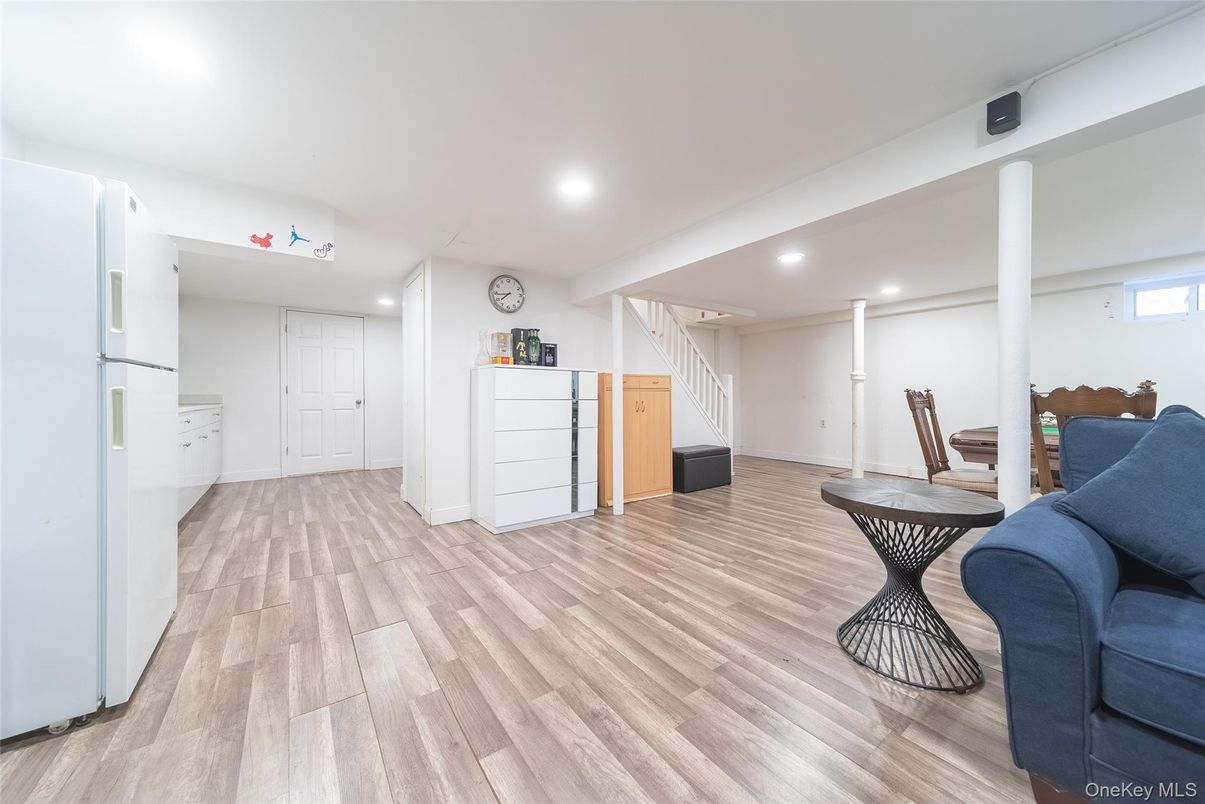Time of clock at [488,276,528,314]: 7:43
